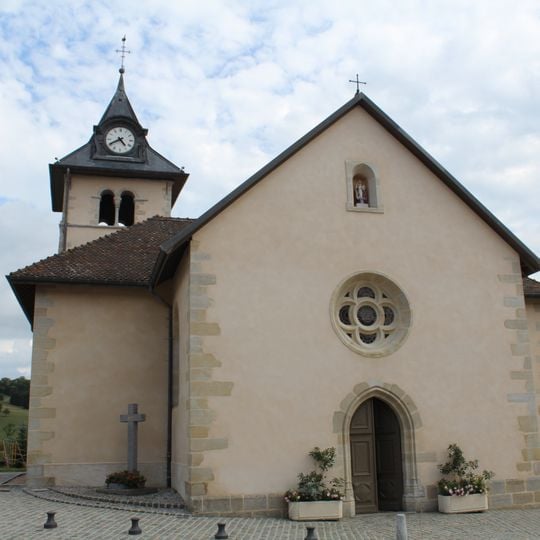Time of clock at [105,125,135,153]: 4:40
